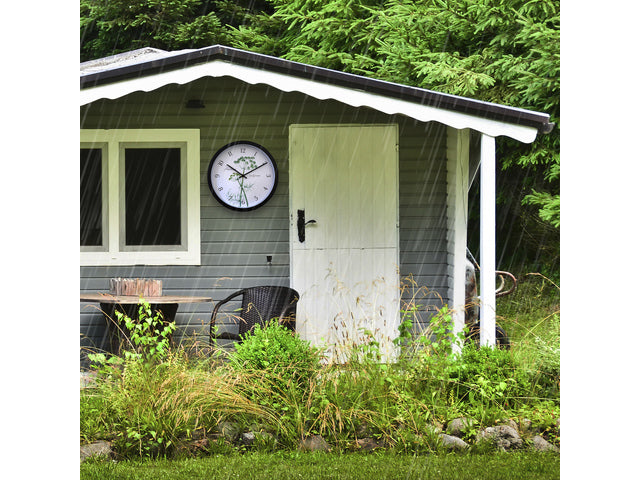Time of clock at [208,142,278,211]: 10:10
